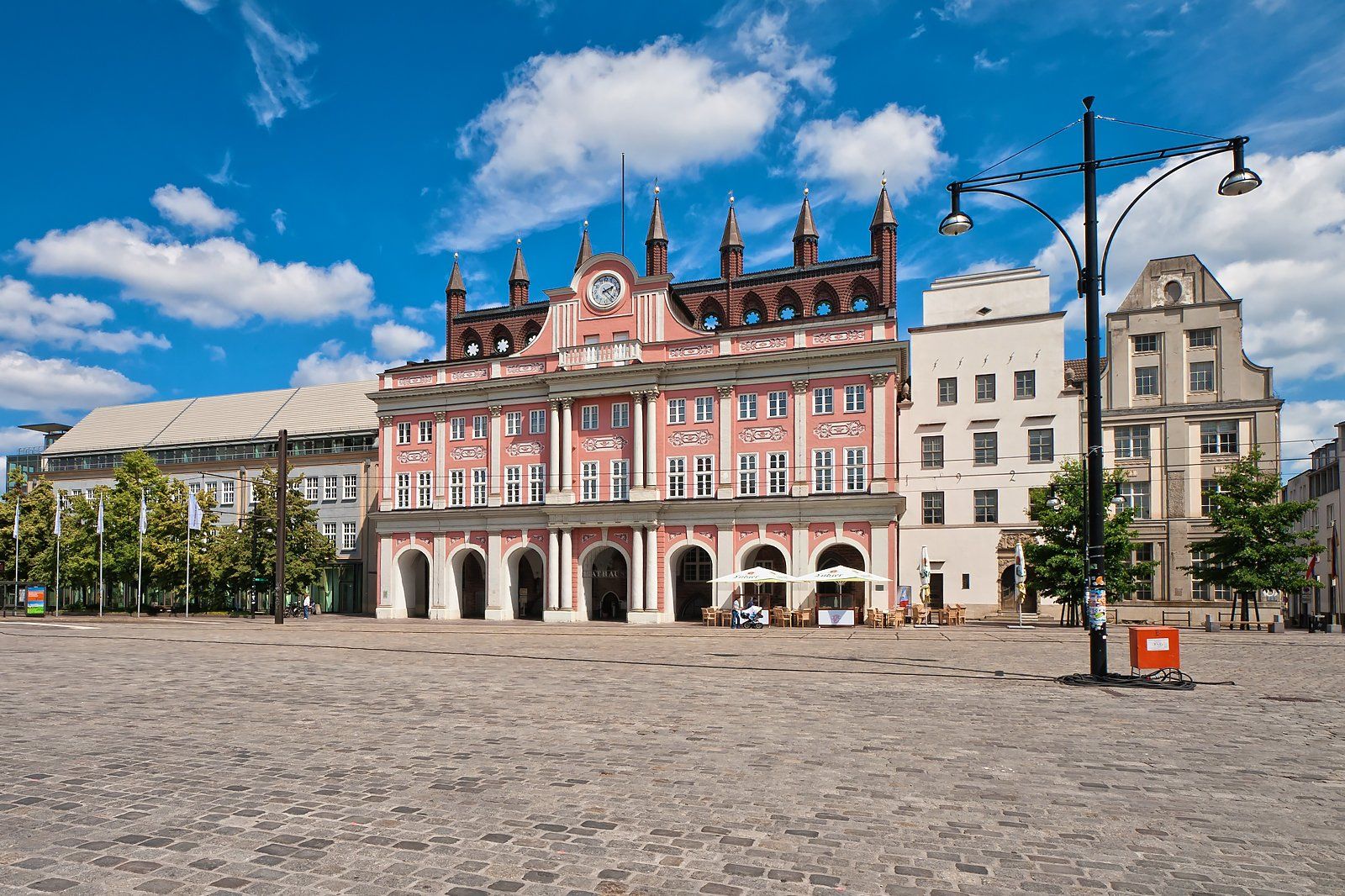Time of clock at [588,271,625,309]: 2:22
